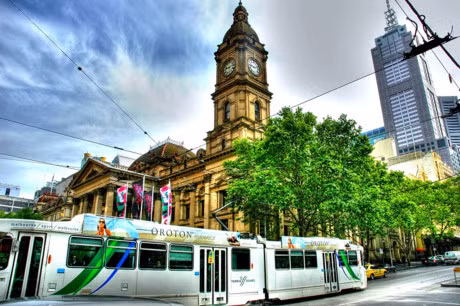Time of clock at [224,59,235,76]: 8:12
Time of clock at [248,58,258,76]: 9:12
